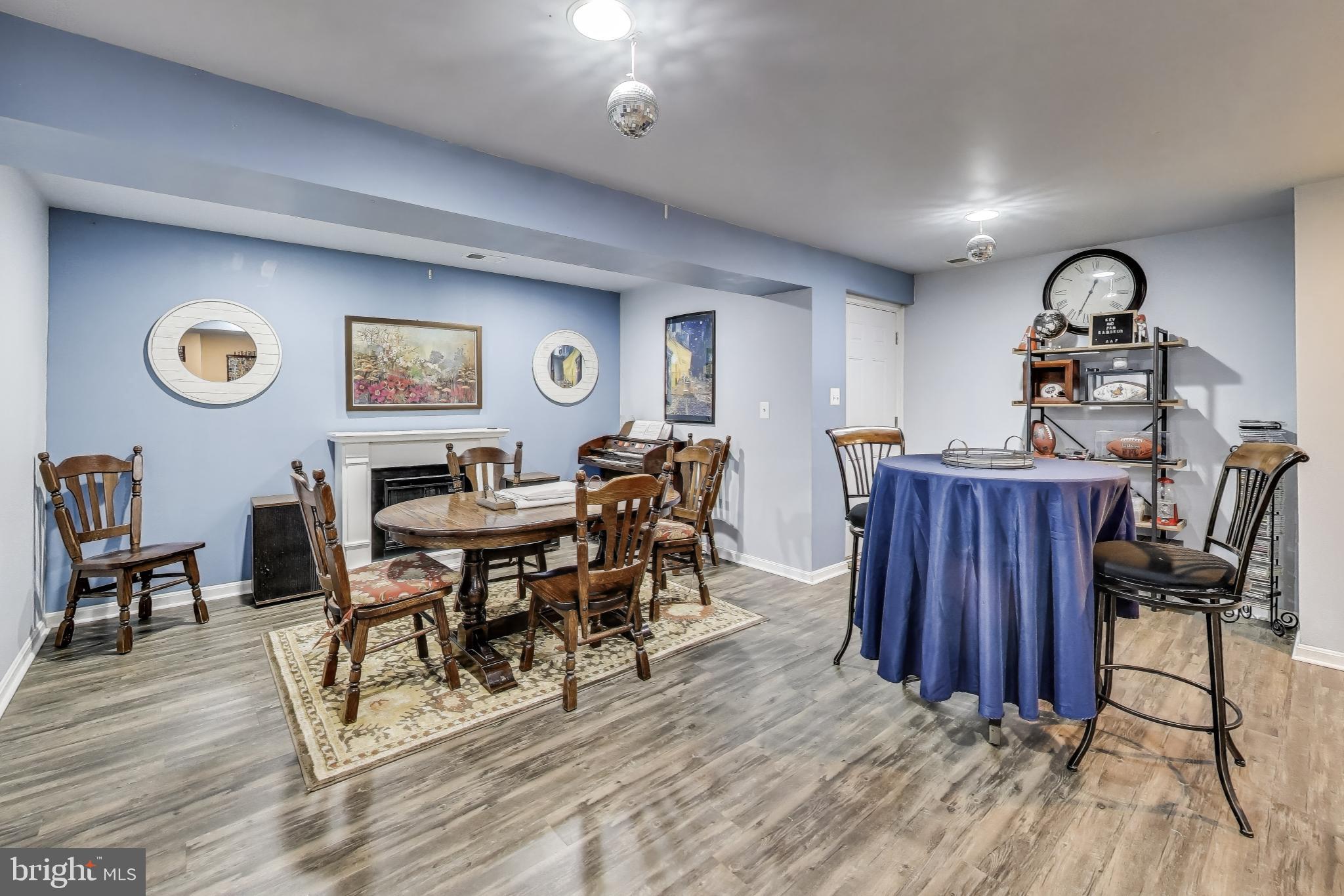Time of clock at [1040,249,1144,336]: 12:33
